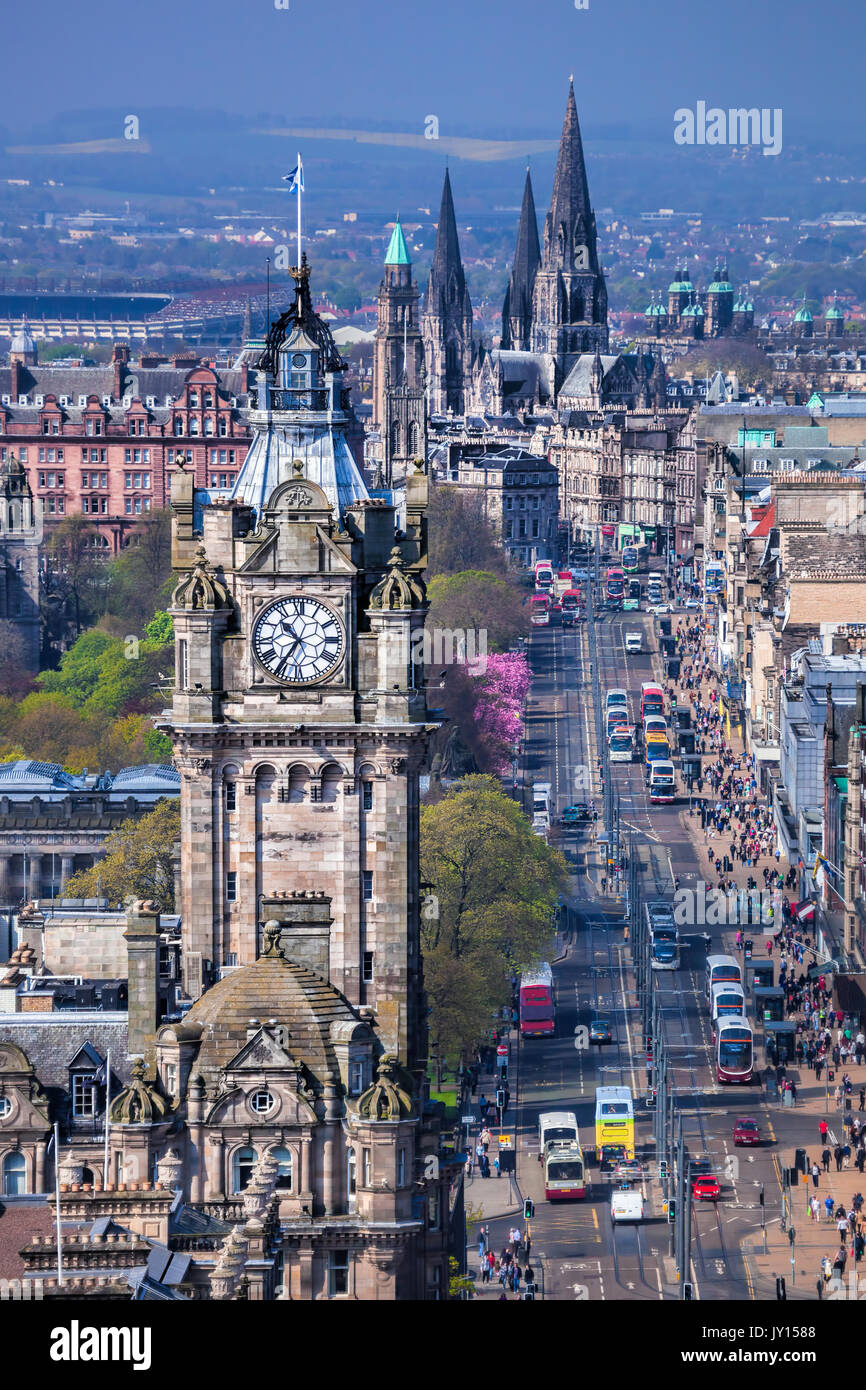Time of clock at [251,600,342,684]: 10:35
